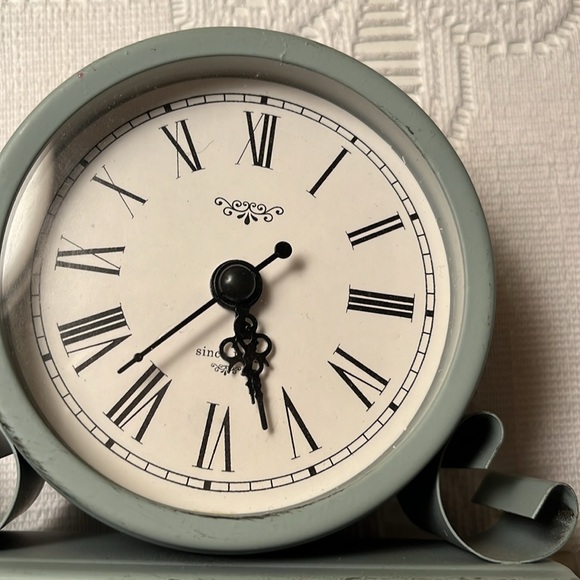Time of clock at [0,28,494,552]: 5:26
